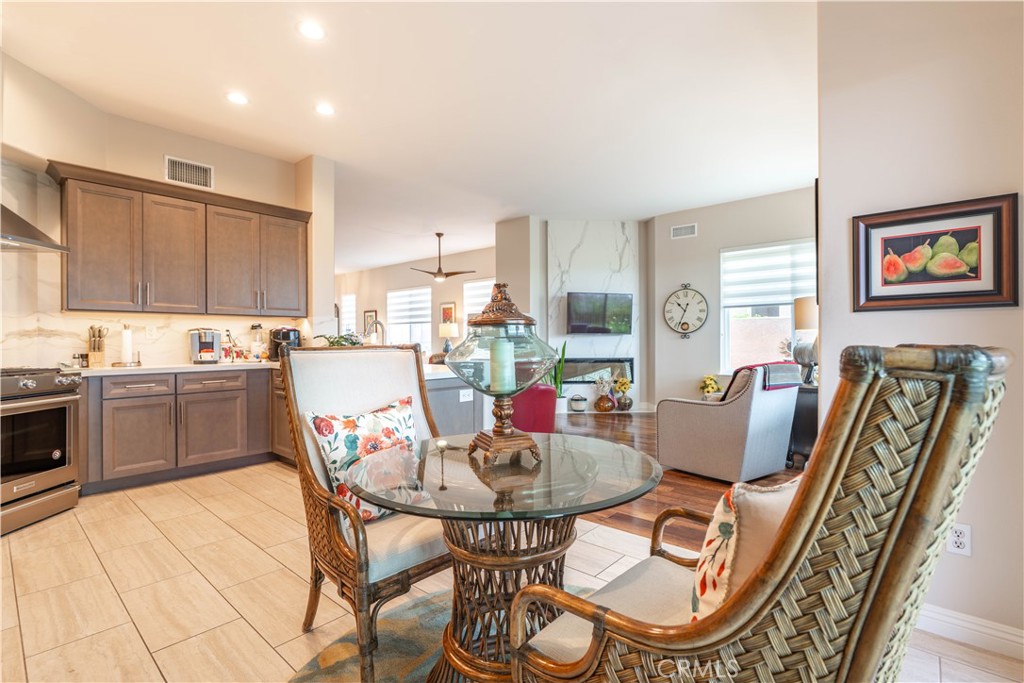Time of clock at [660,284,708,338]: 10:33
